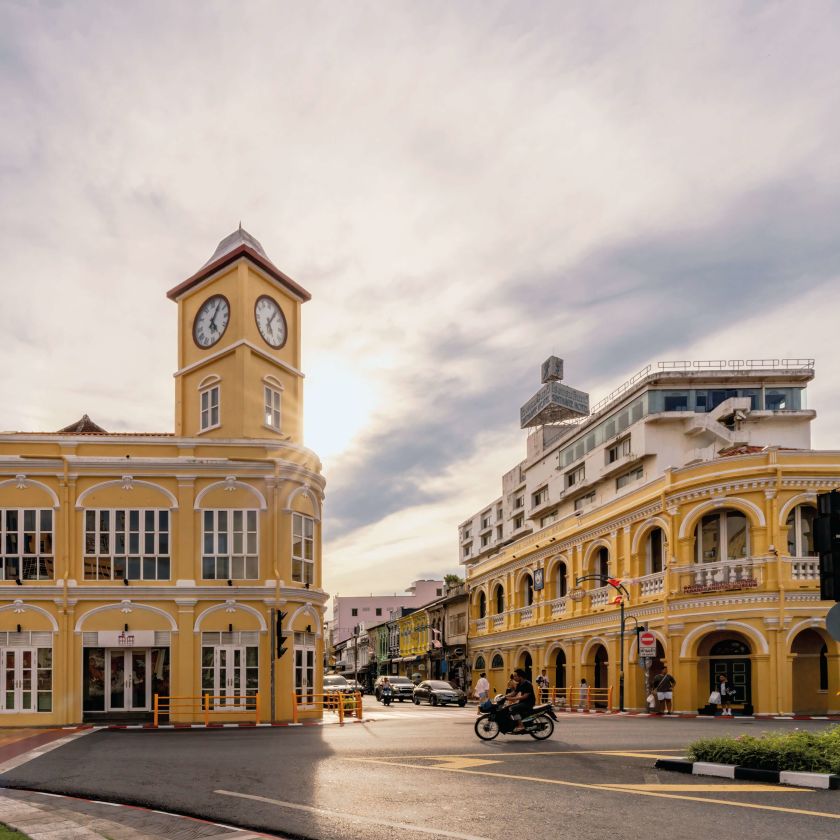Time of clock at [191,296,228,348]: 5:05
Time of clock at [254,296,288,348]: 5:05
